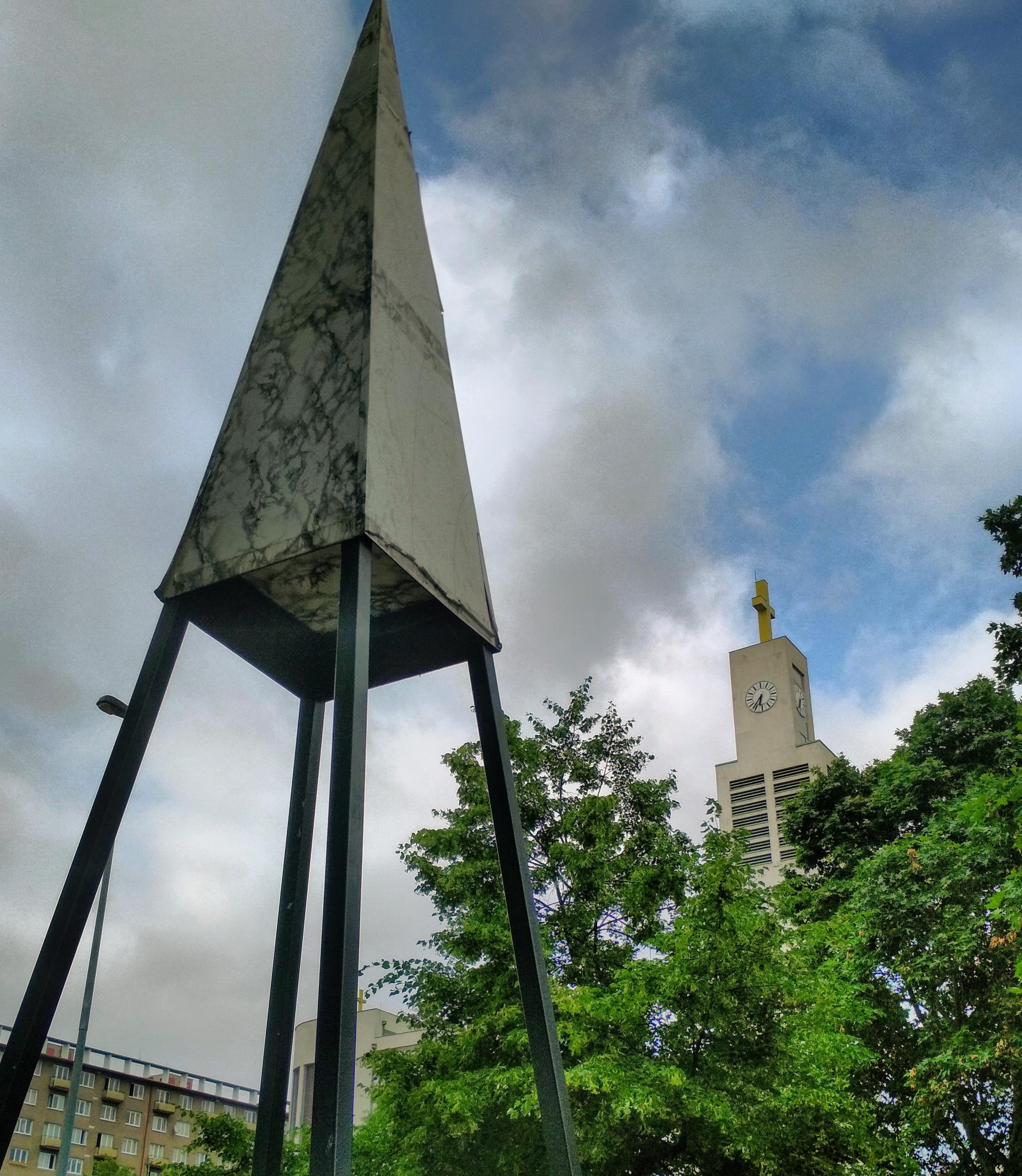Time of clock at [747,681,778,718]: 6:36
